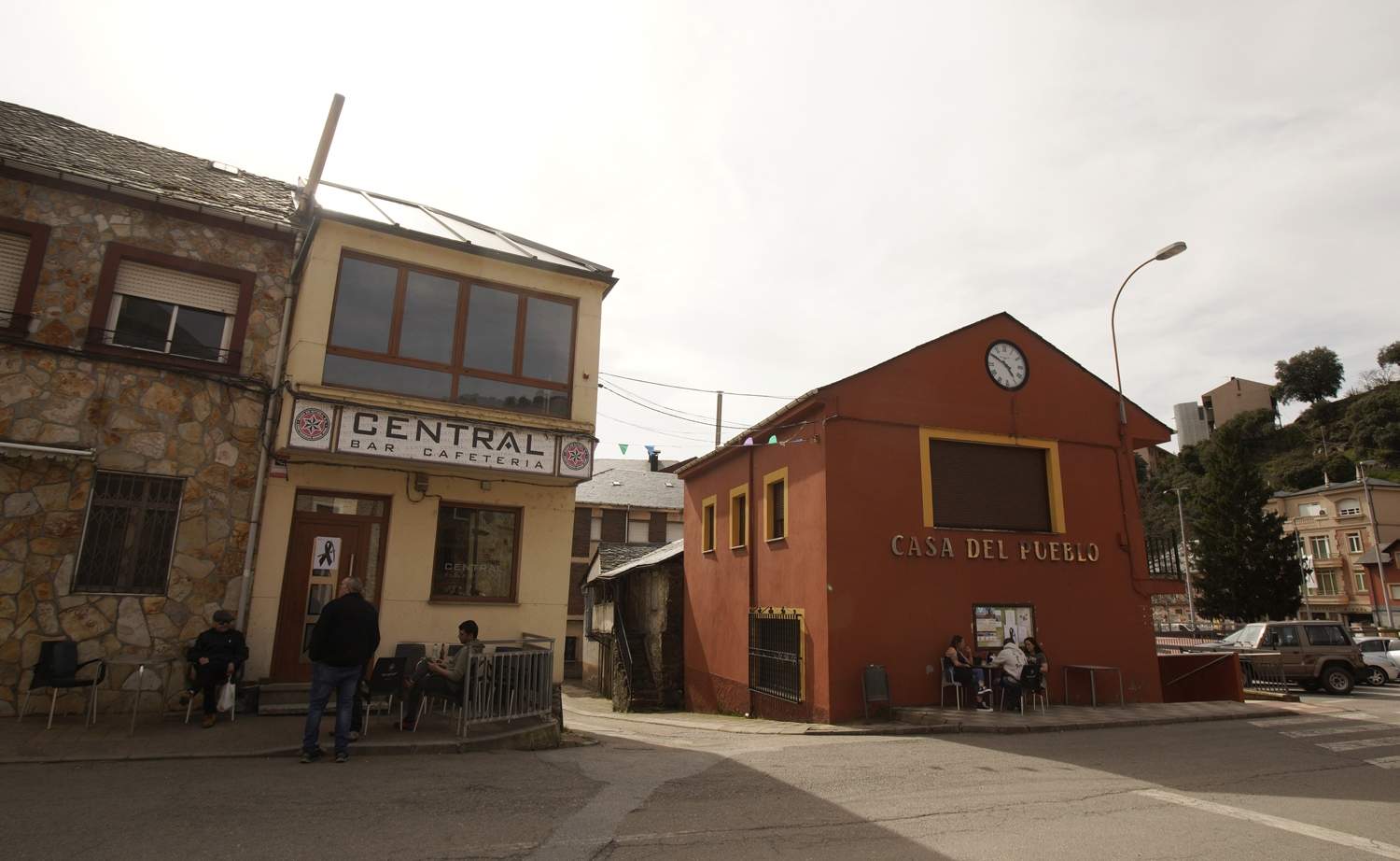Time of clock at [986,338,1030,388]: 4:50
